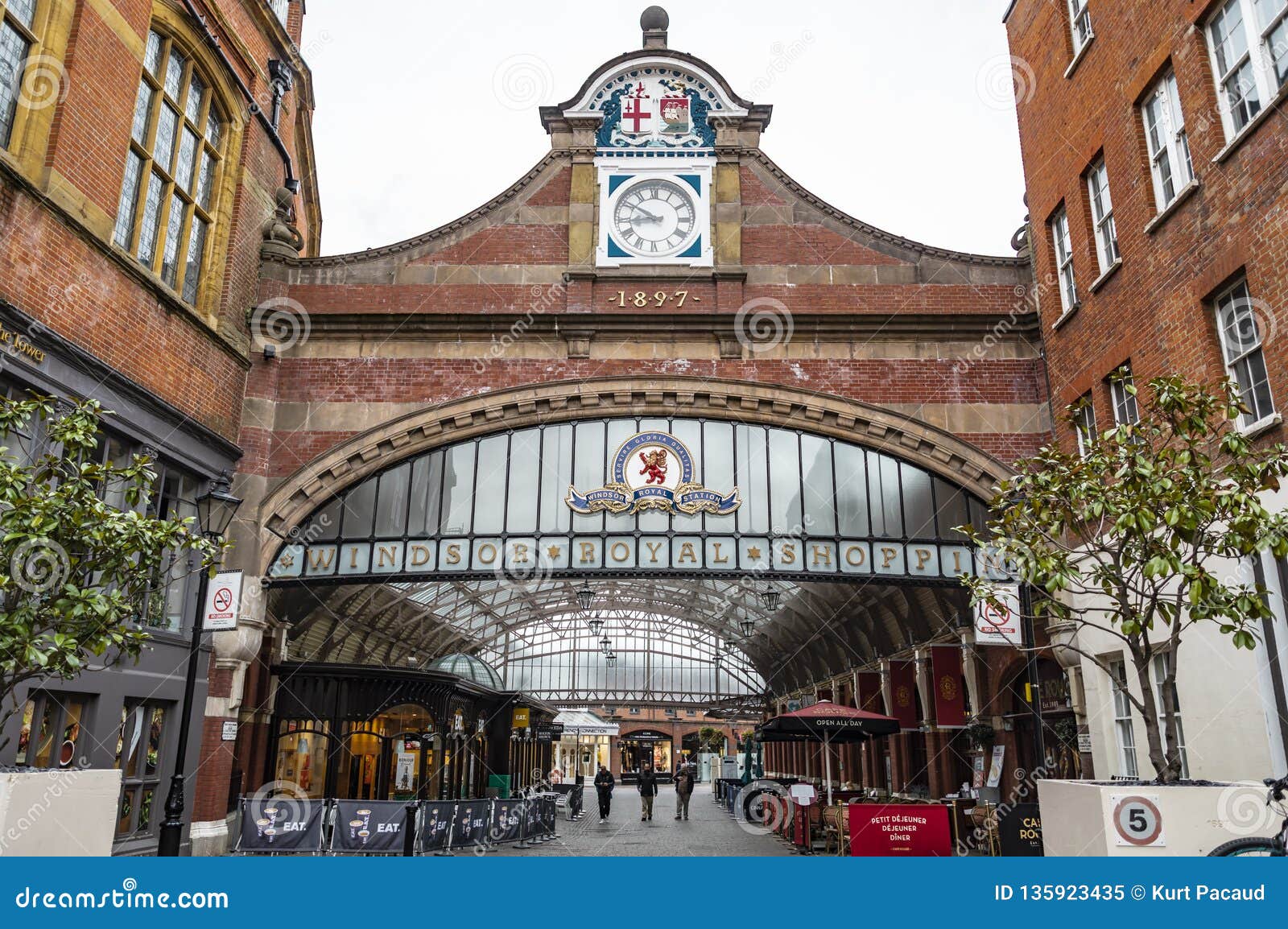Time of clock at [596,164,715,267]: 8:50
